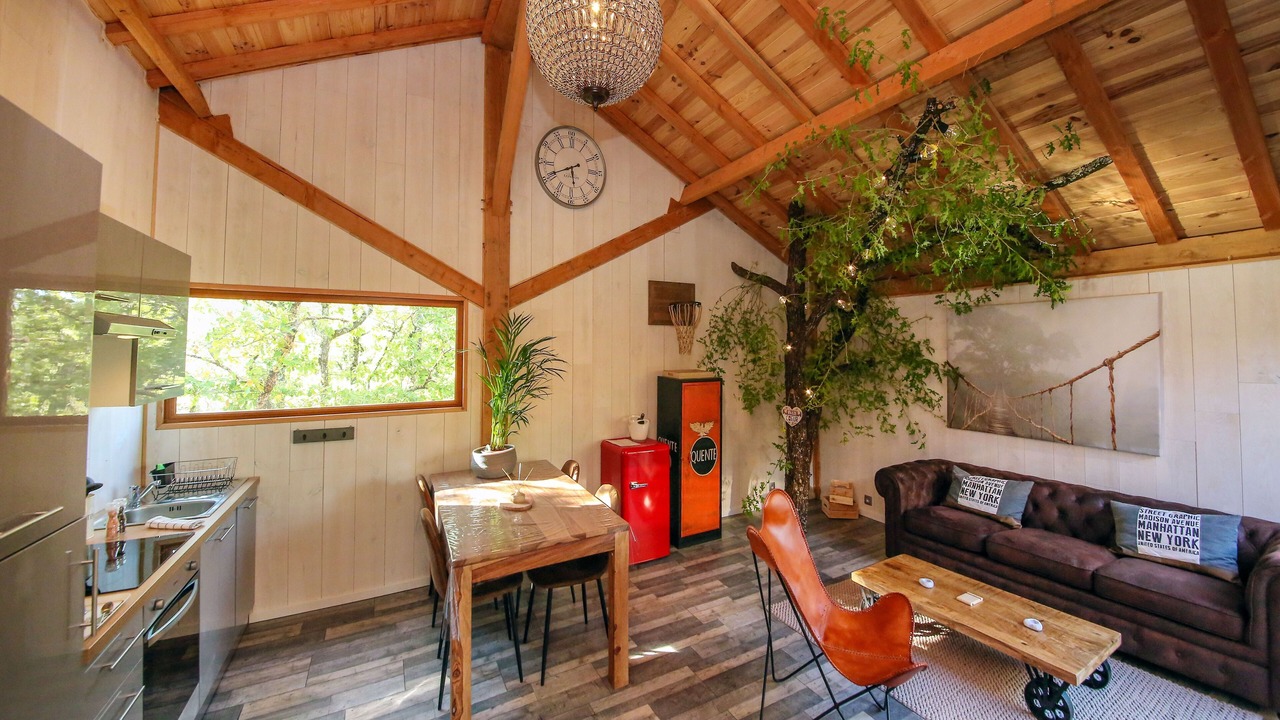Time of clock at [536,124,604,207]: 5:40
